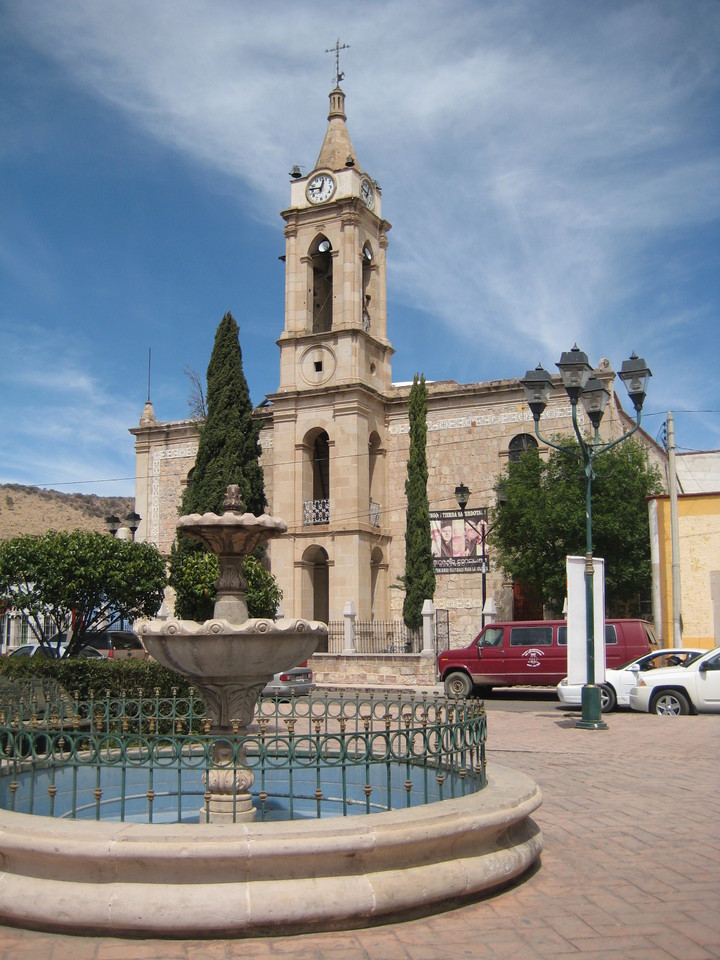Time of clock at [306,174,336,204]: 12:46
